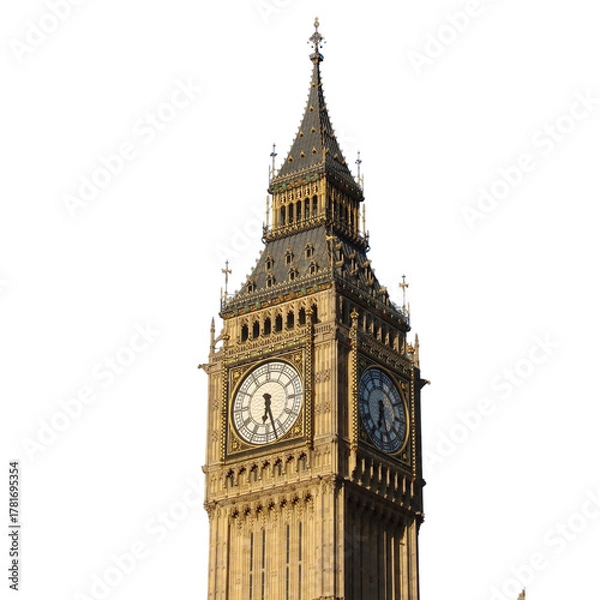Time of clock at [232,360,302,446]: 6:27
